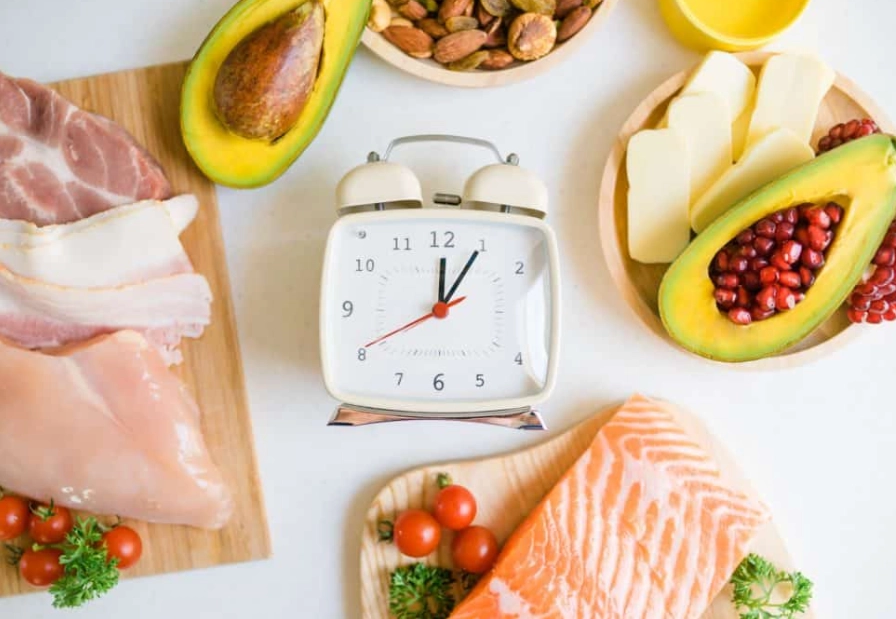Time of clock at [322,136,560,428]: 12:05
